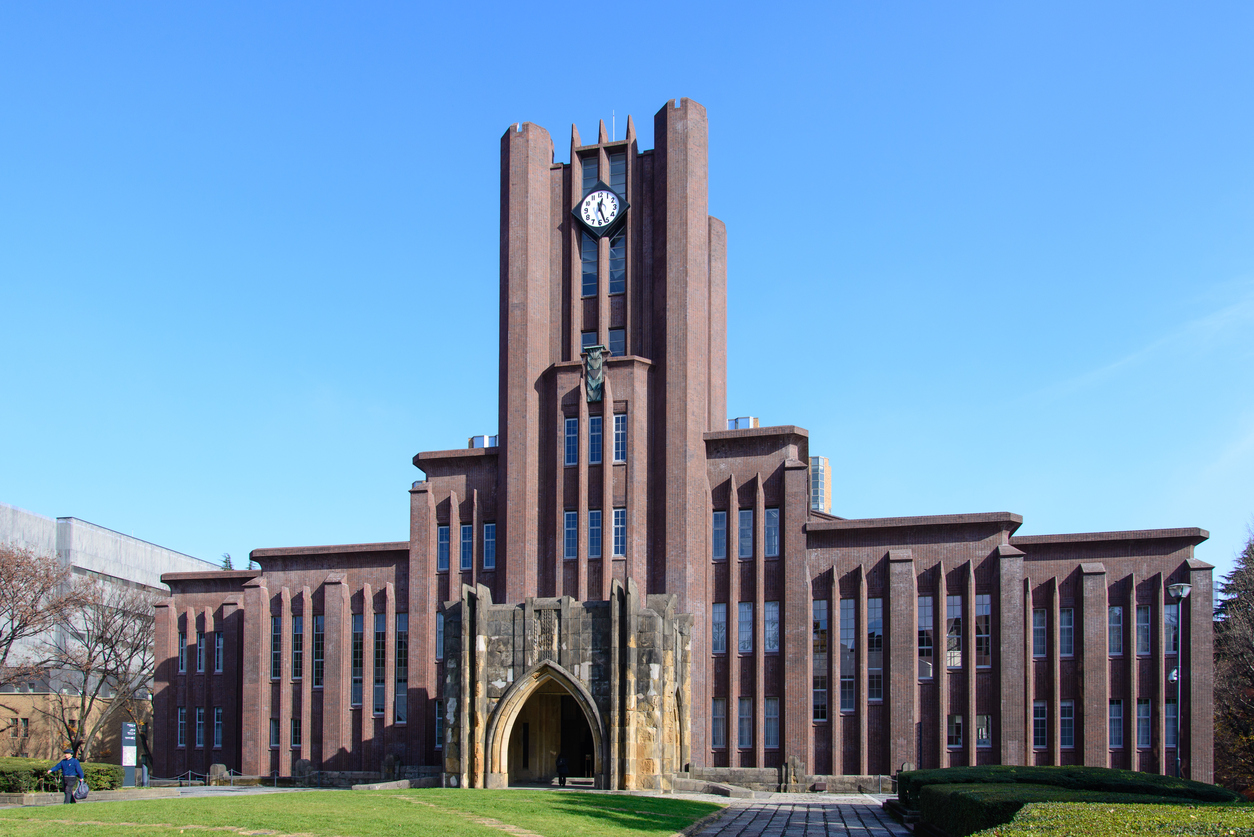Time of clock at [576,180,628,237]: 12:26
